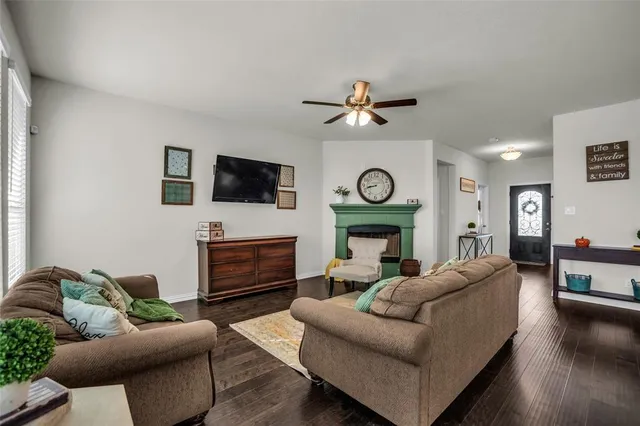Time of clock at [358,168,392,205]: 8:42
